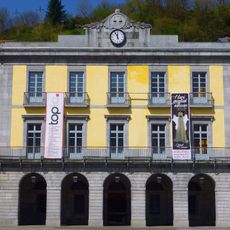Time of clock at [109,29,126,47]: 11:55
